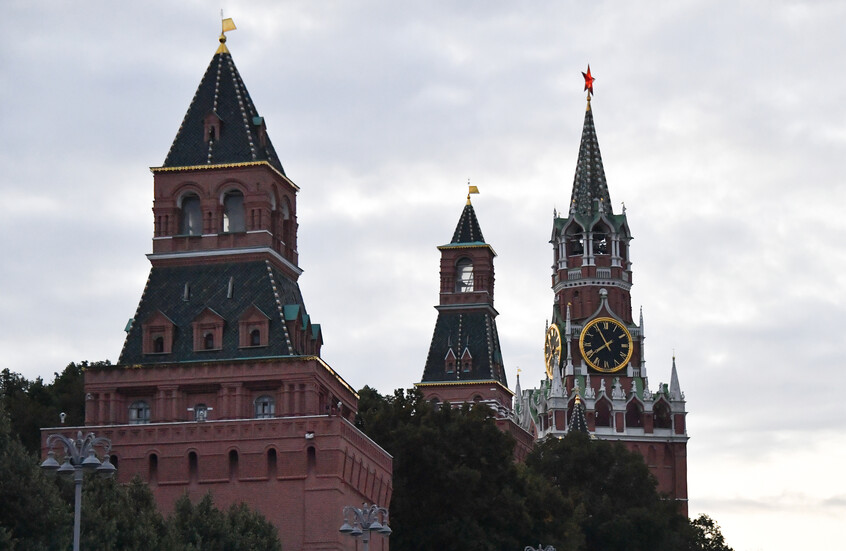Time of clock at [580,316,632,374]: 7:55
